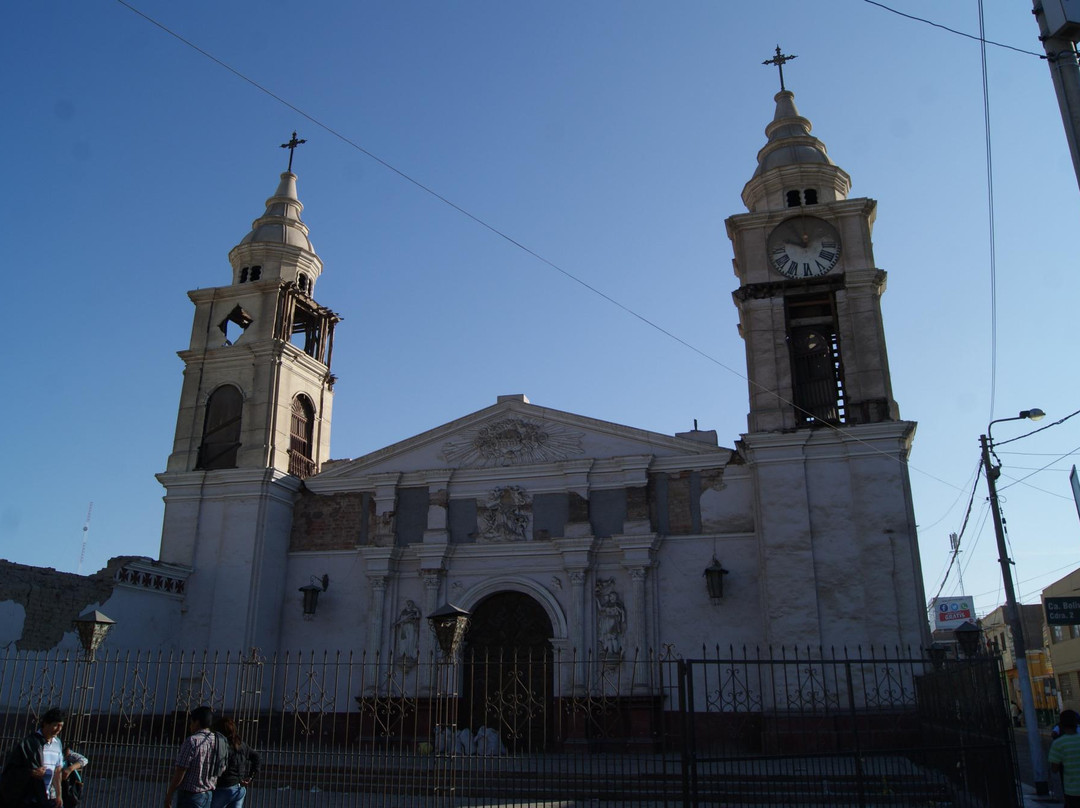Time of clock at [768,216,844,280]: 9:55
